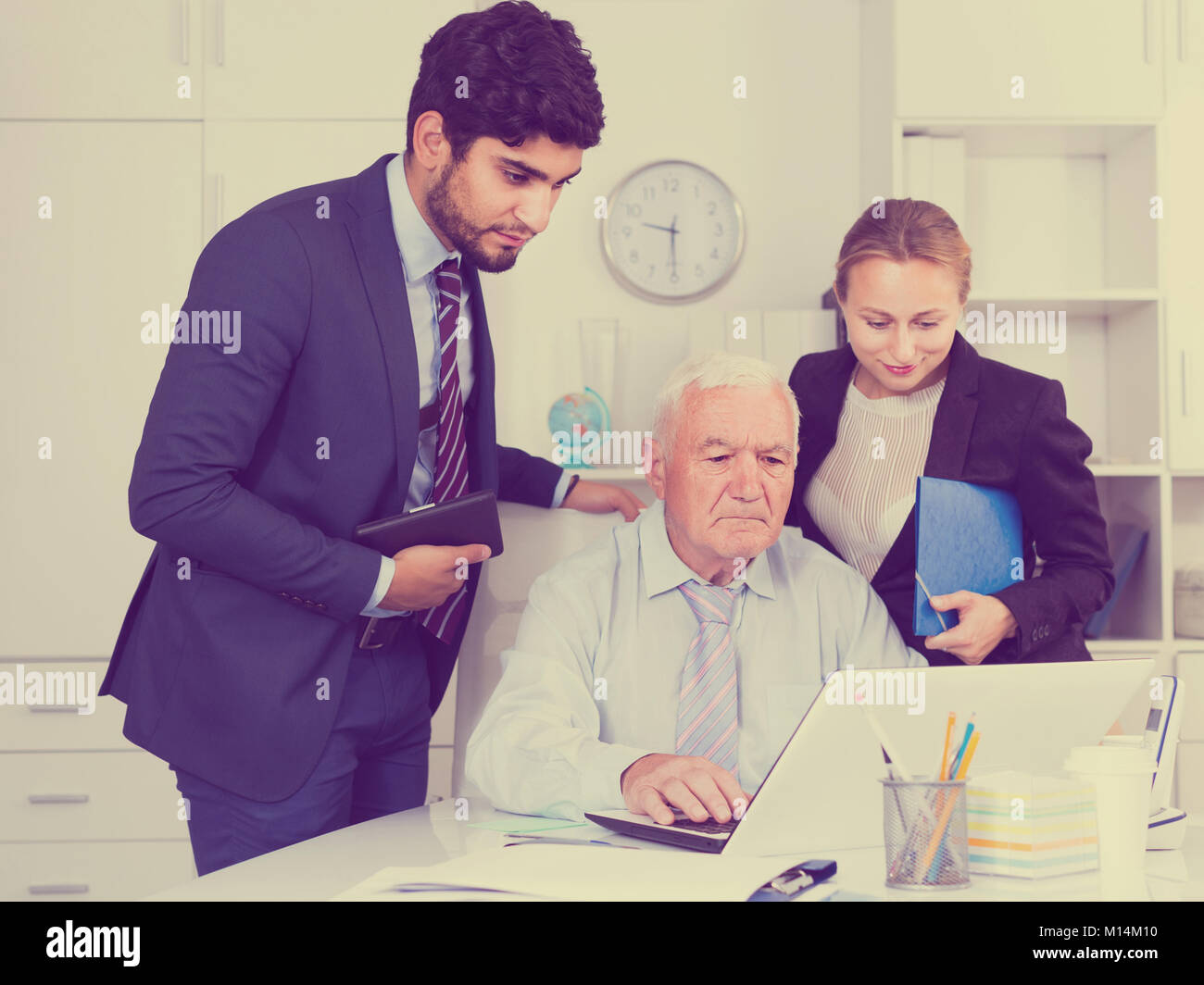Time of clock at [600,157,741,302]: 9:30
